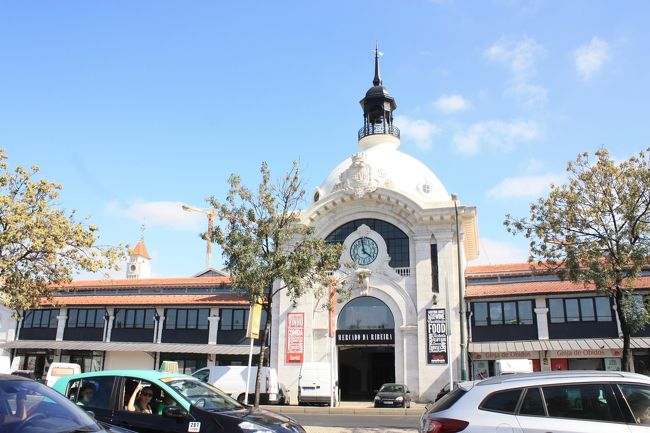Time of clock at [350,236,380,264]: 3:58
